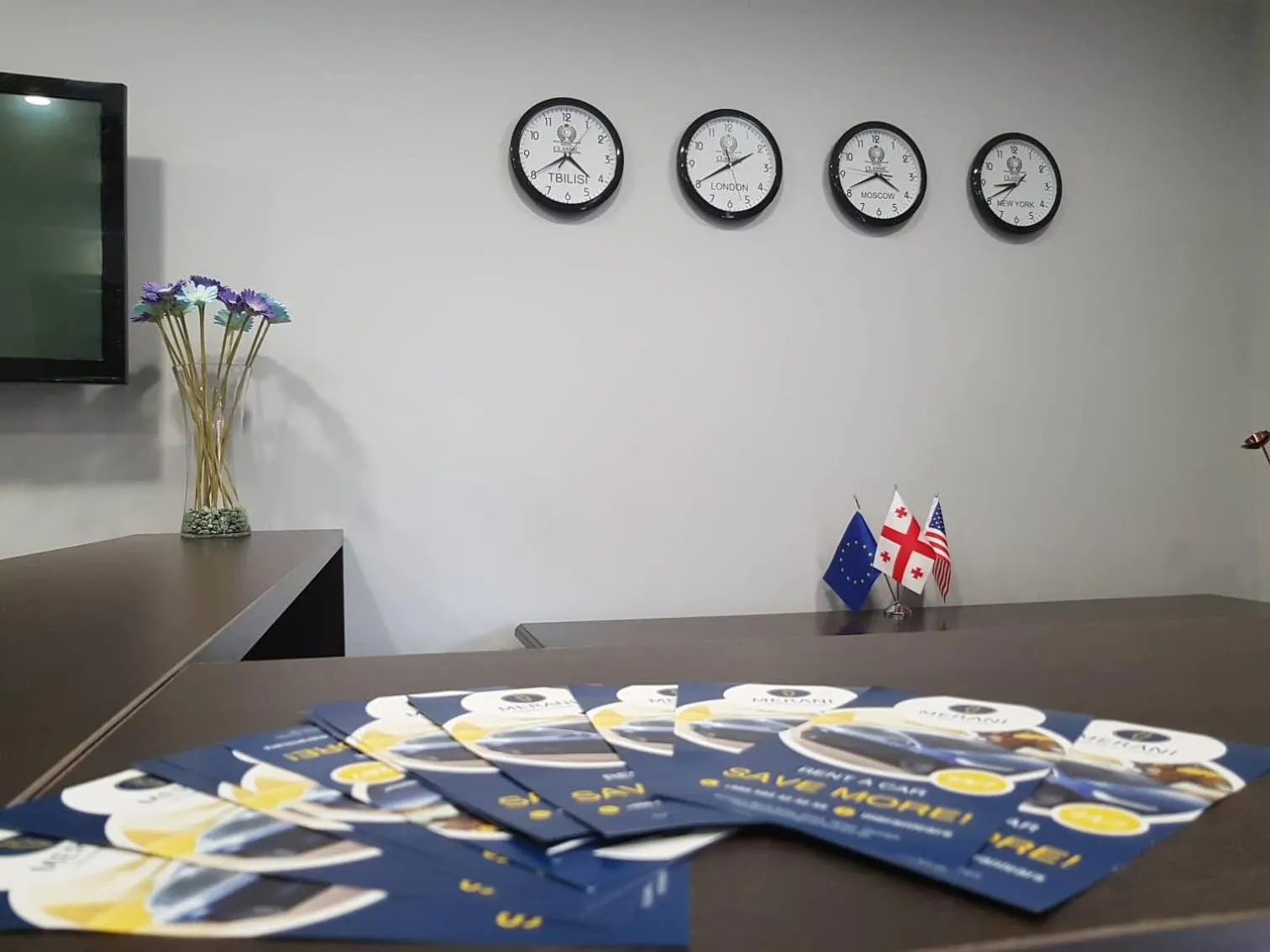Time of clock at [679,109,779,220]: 11:40
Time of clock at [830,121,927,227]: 3:40
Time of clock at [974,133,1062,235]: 8:40
